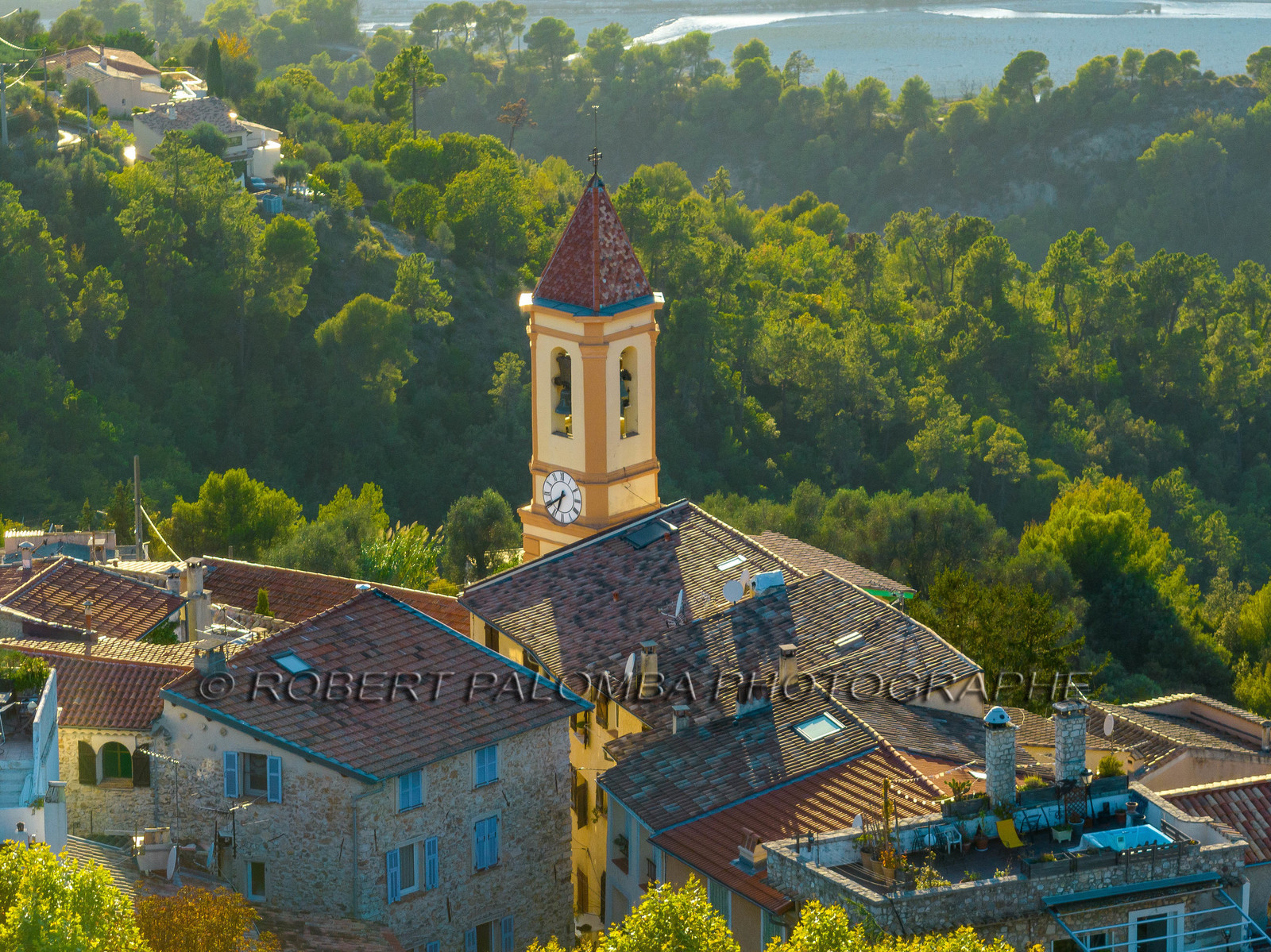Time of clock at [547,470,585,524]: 6:39
